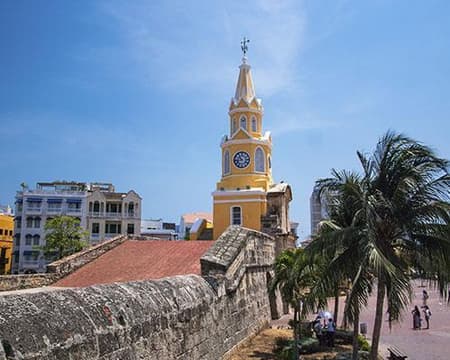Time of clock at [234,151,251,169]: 10:43
